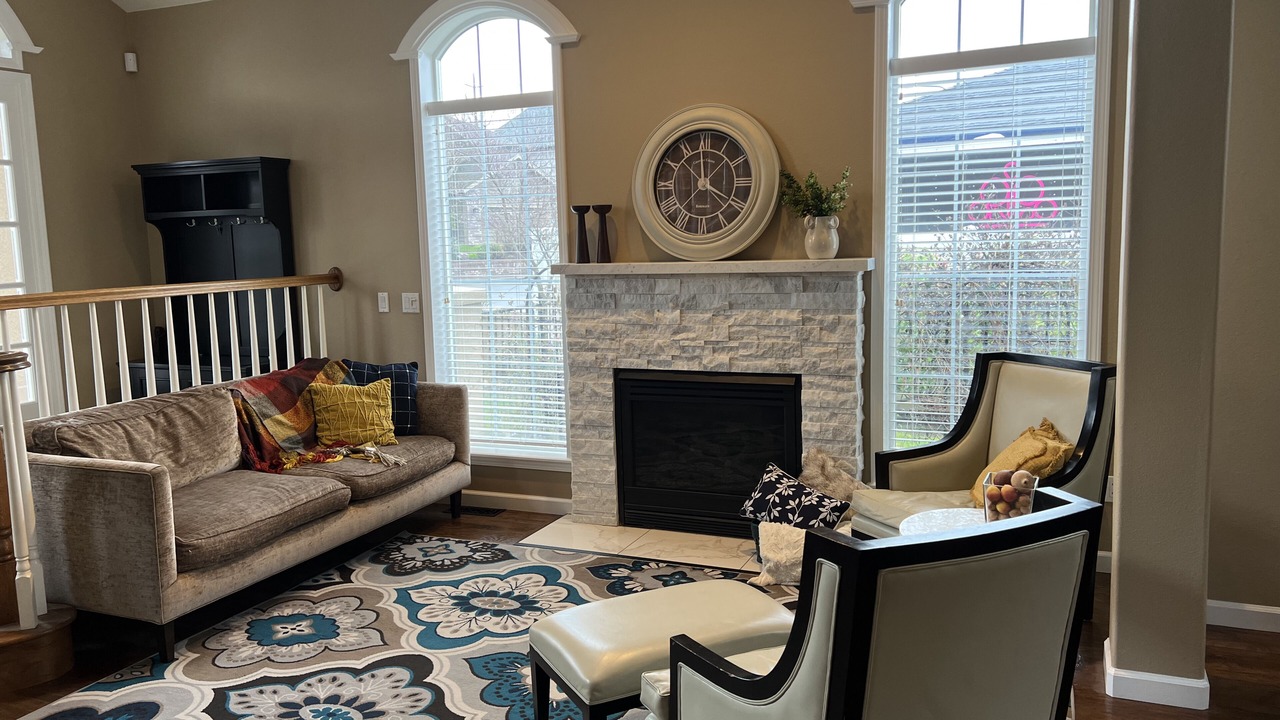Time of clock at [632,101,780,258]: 3:59
